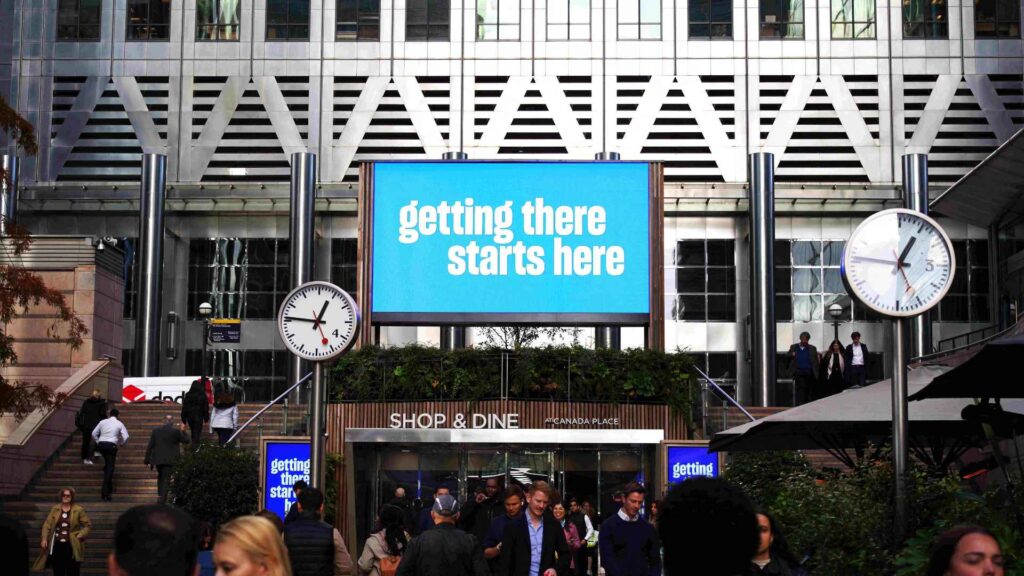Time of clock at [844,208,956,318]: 12:46
